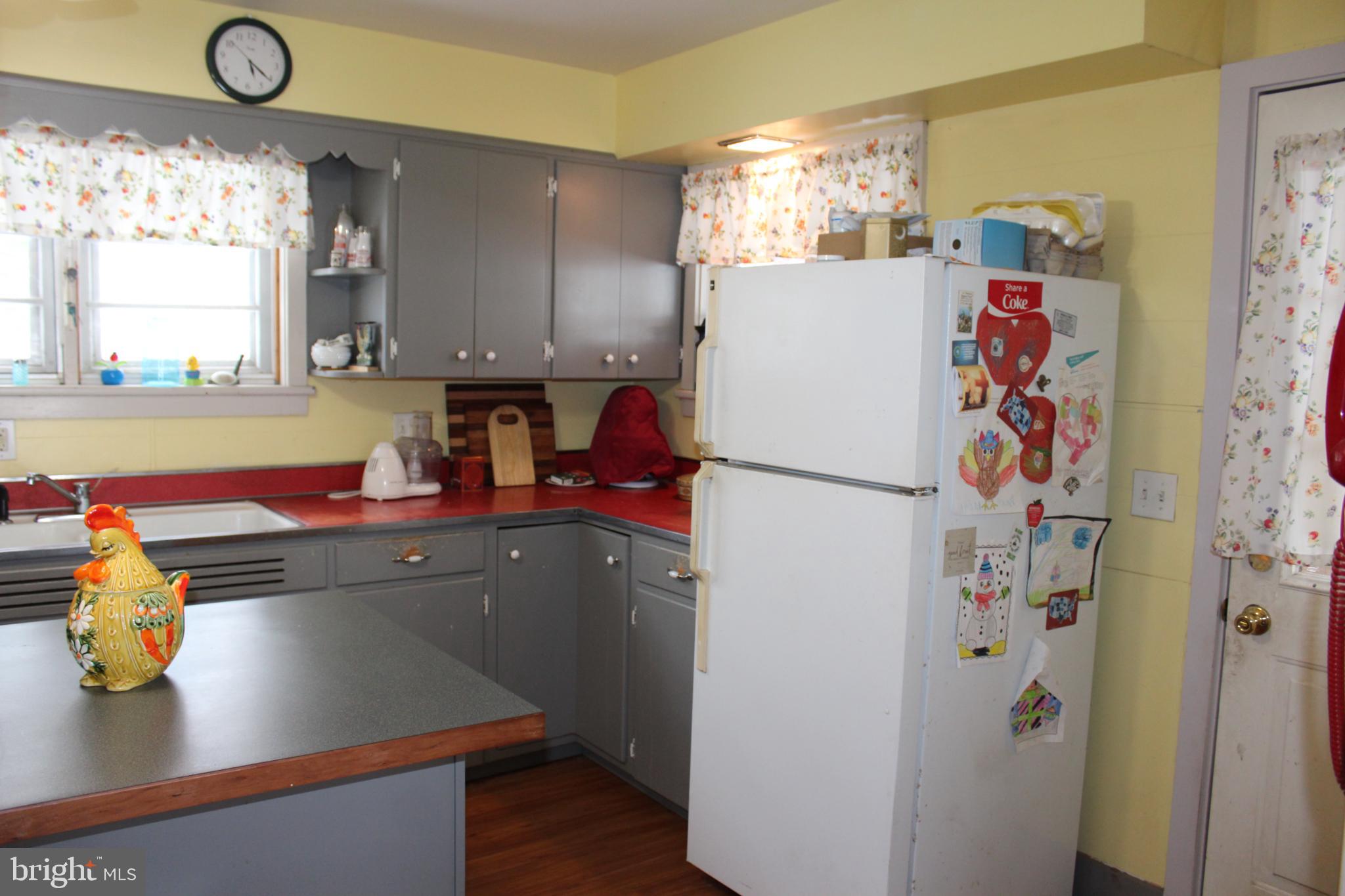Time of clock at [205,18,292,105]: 5:20
